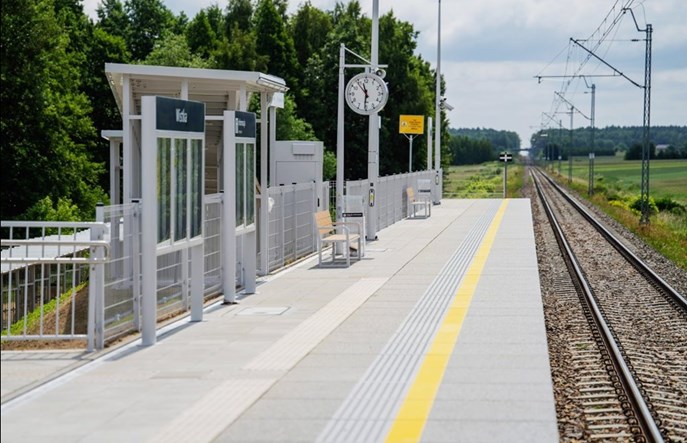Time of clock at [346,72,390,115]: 11:30
